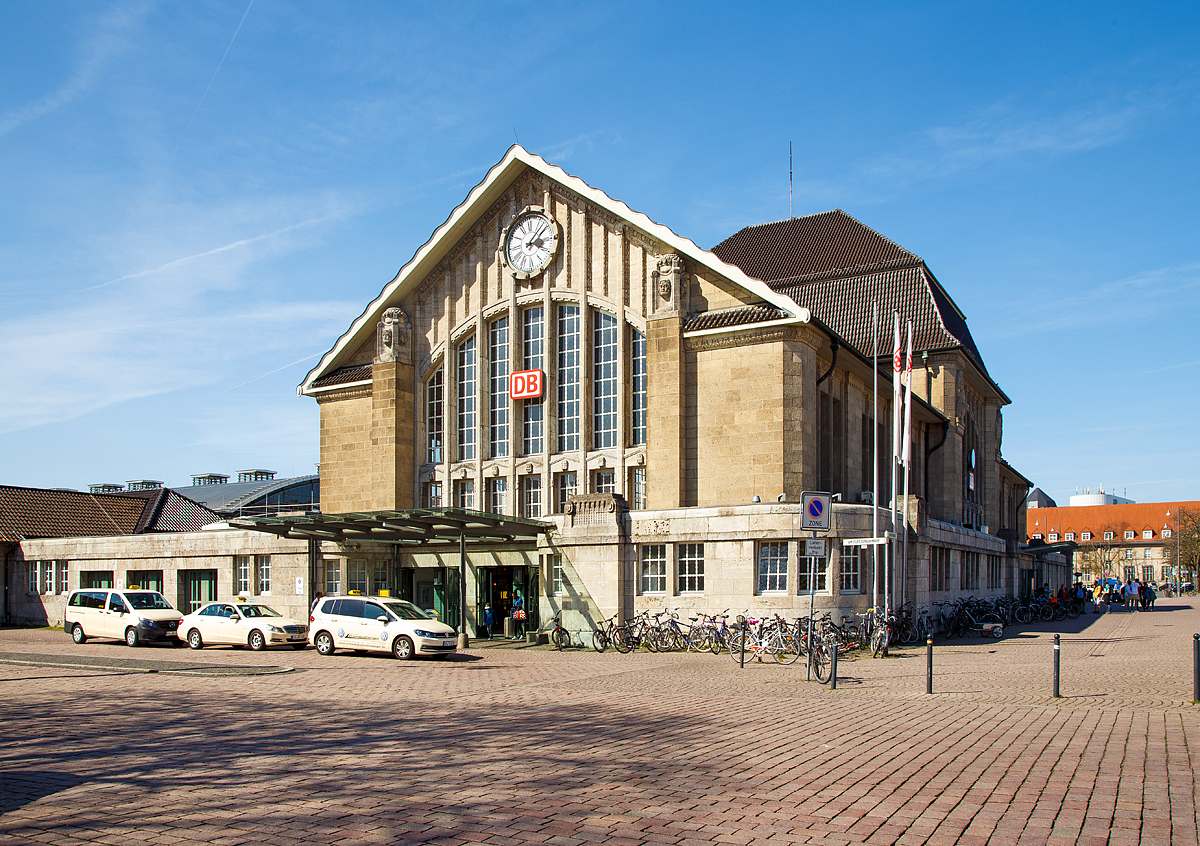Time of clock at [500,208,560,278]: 3:09
